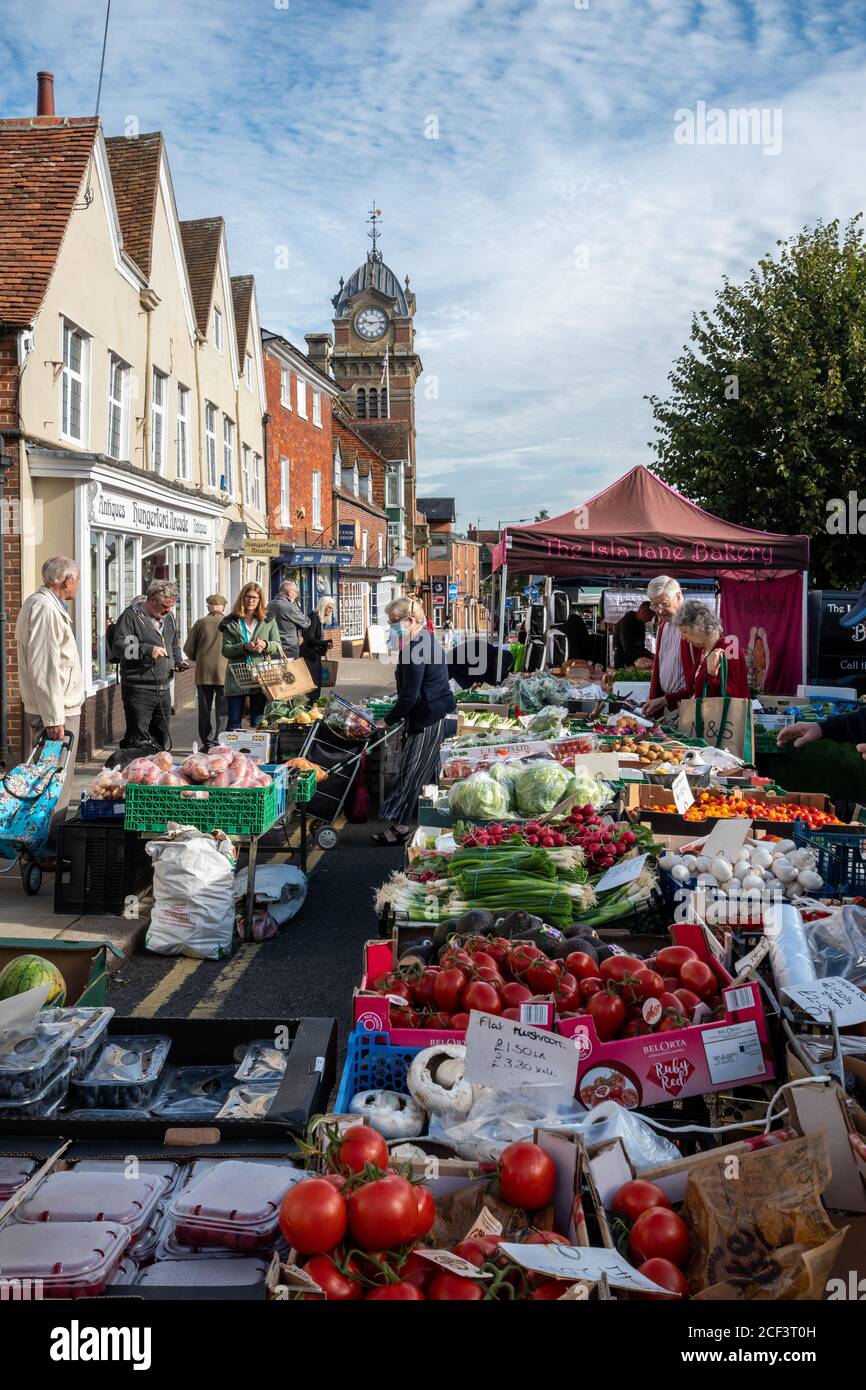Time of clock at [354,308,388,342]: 9:13
